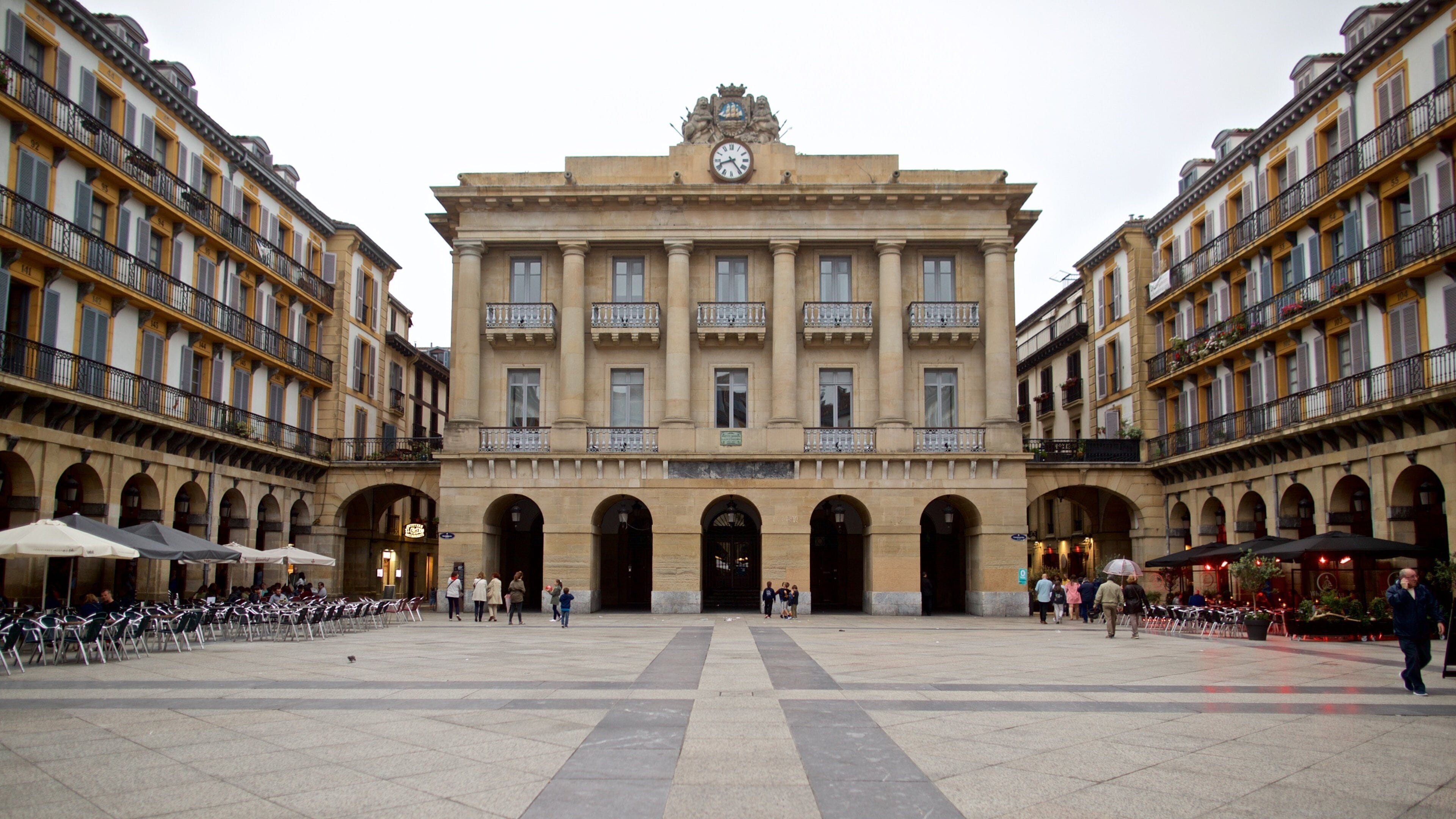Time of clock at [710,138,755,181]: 8:23
